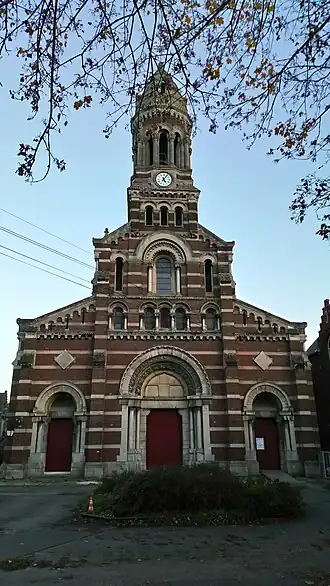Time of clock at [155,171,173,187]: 5:05
